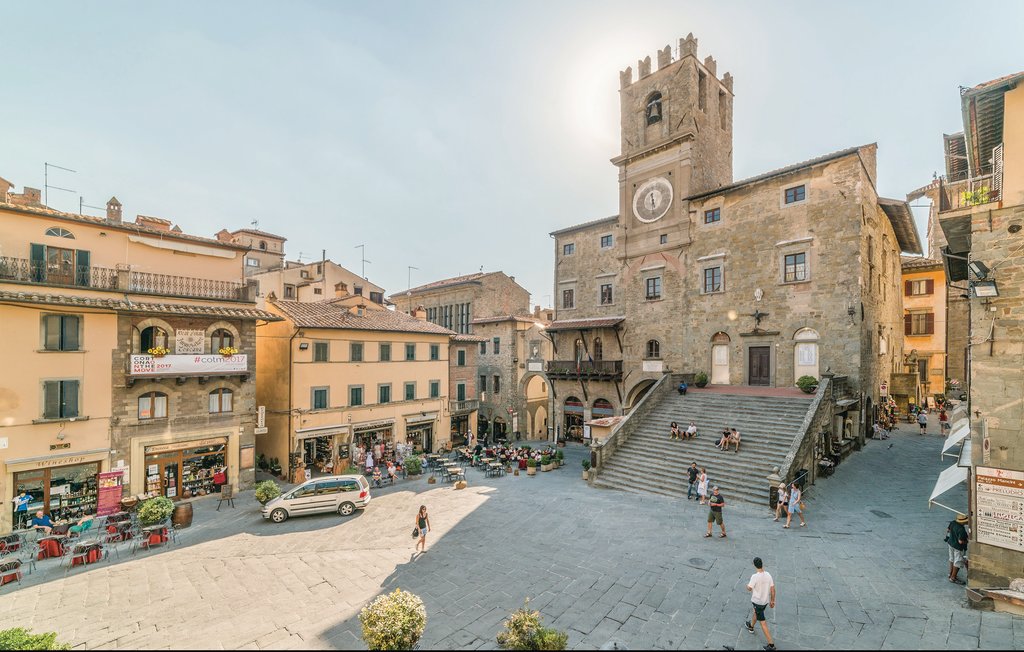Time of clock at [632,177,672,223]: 11:28
